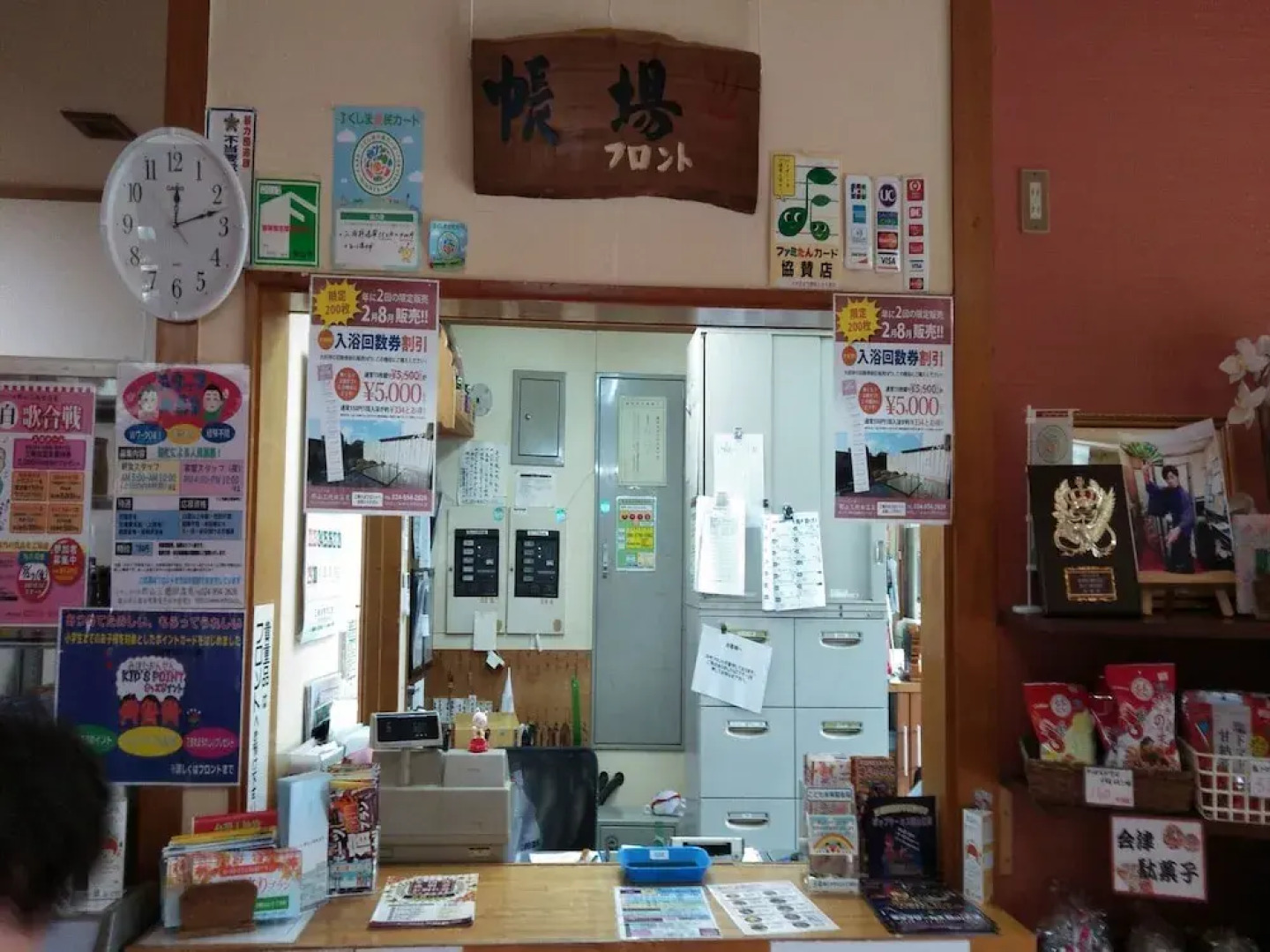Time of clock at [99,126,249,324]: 12:12
